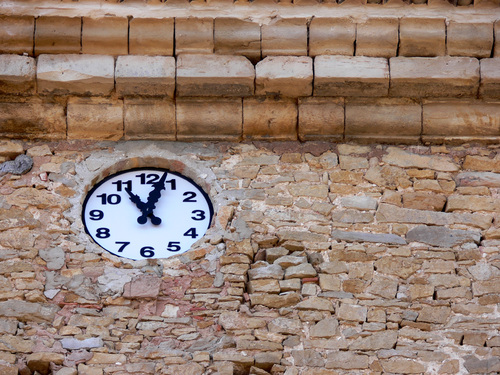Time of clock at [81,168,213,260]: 11:03
